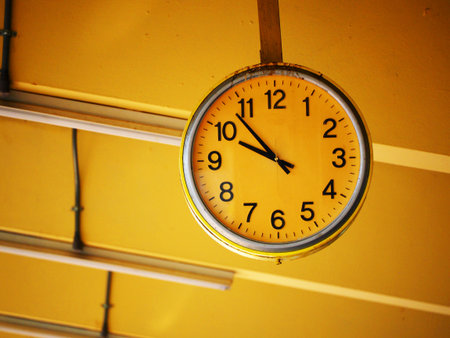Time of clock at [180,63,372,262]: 9:53
